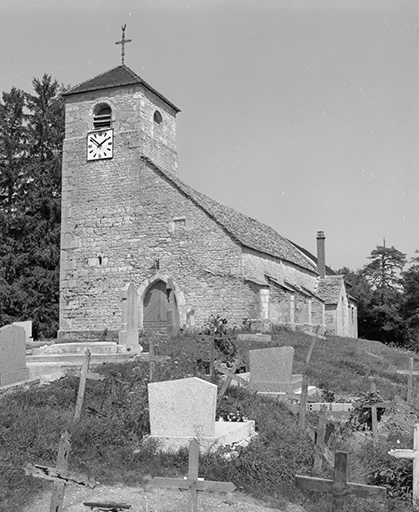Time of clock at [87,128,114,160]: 1:51
